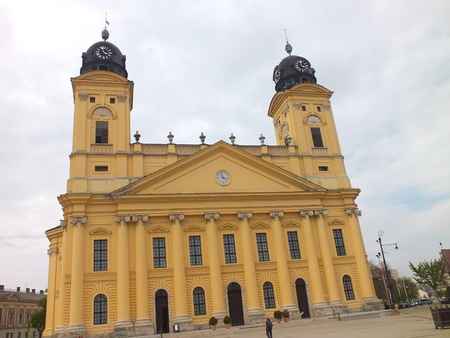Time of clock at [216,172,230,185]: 3:58
